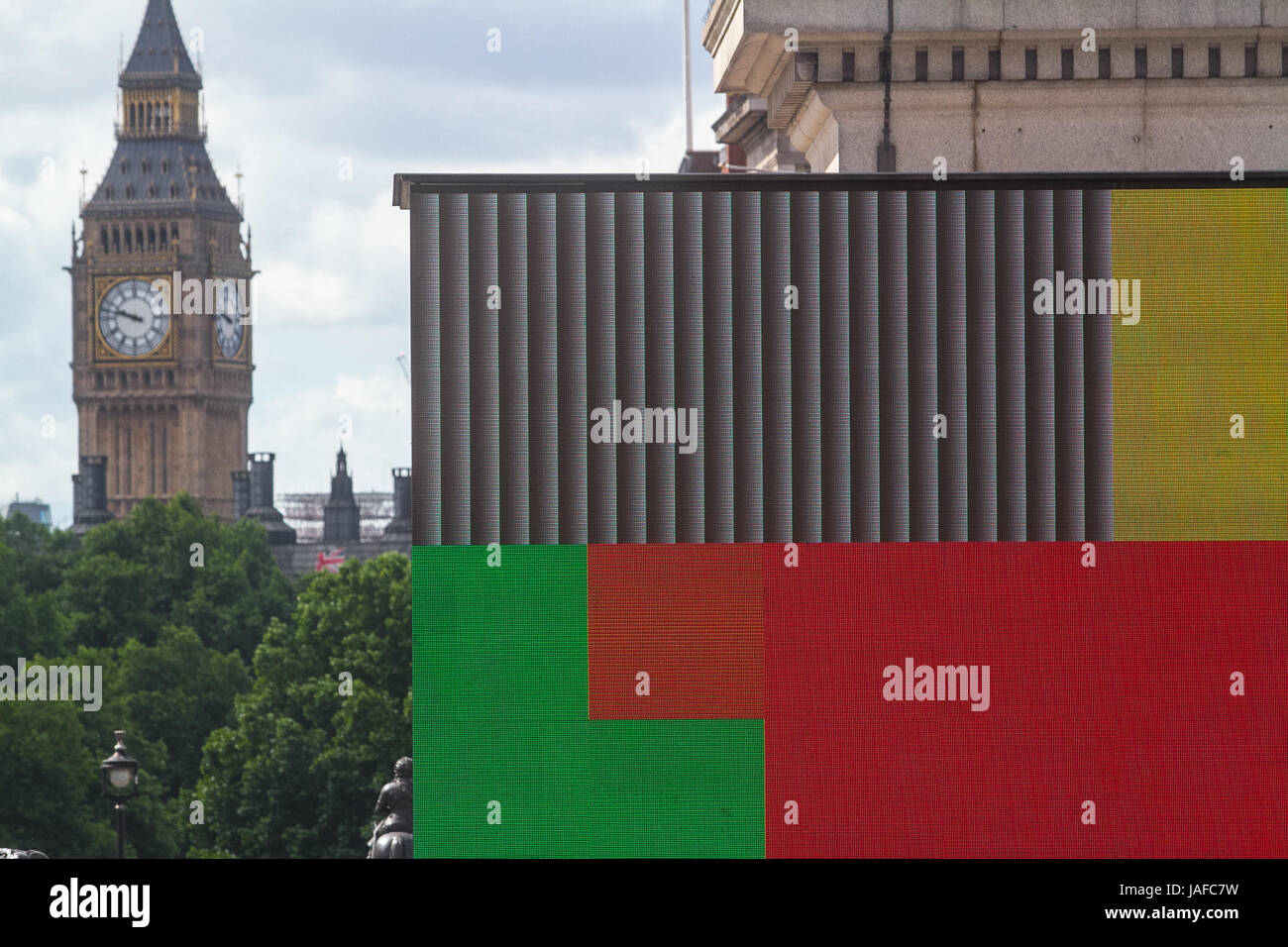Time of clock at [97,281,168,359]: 9:47
